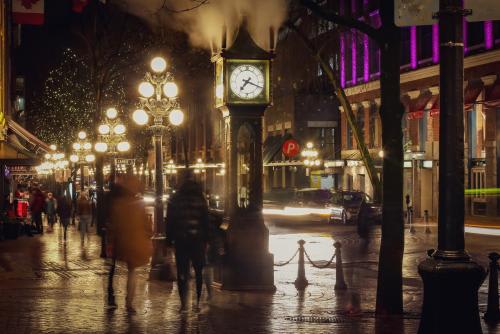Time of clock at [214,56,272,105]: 7:18
